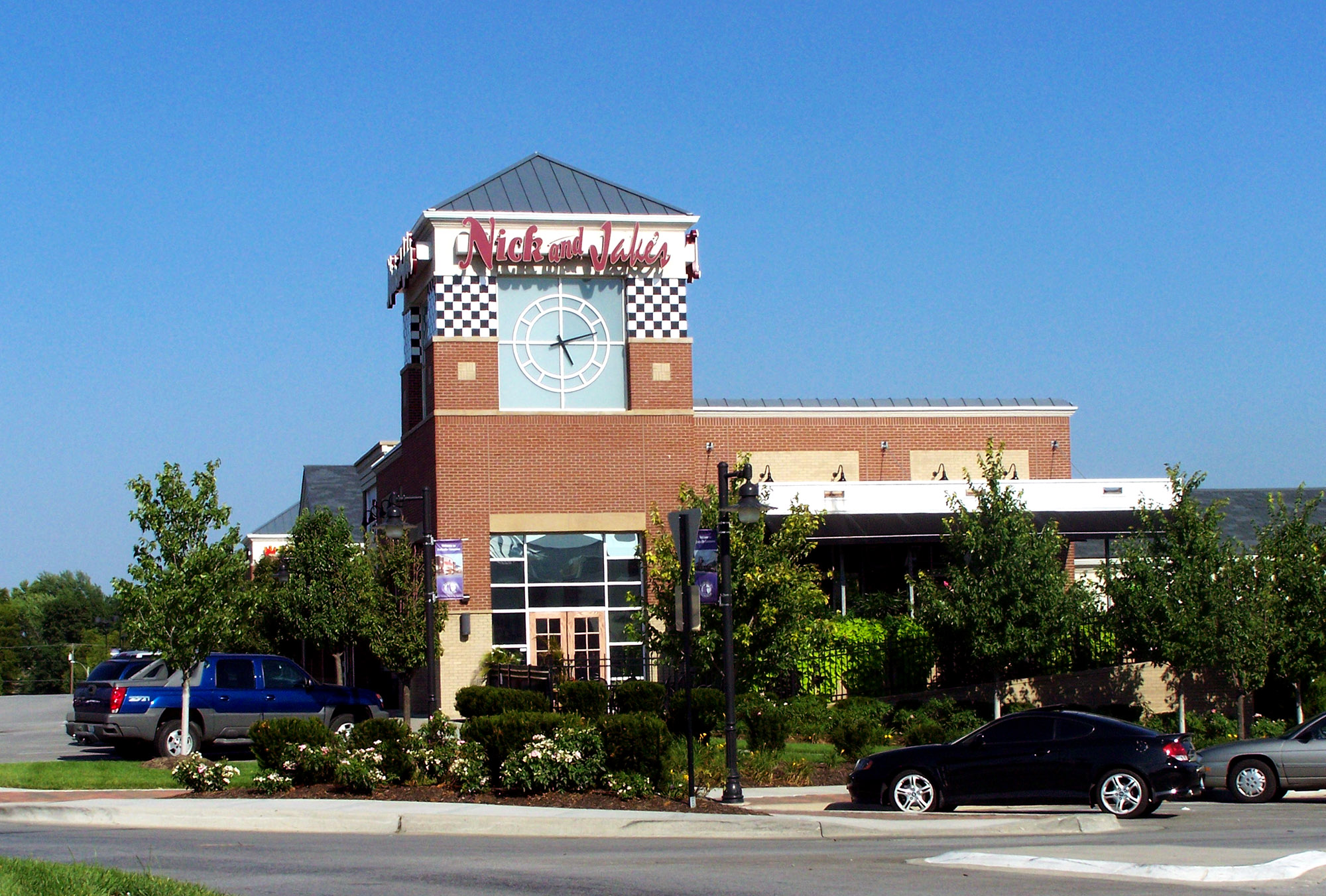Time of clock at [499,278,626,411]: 5:12
